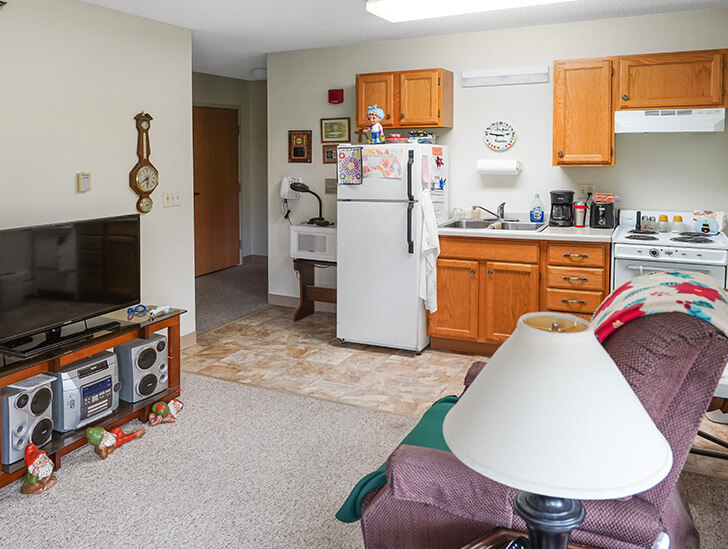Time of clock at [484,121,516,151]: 2:46
